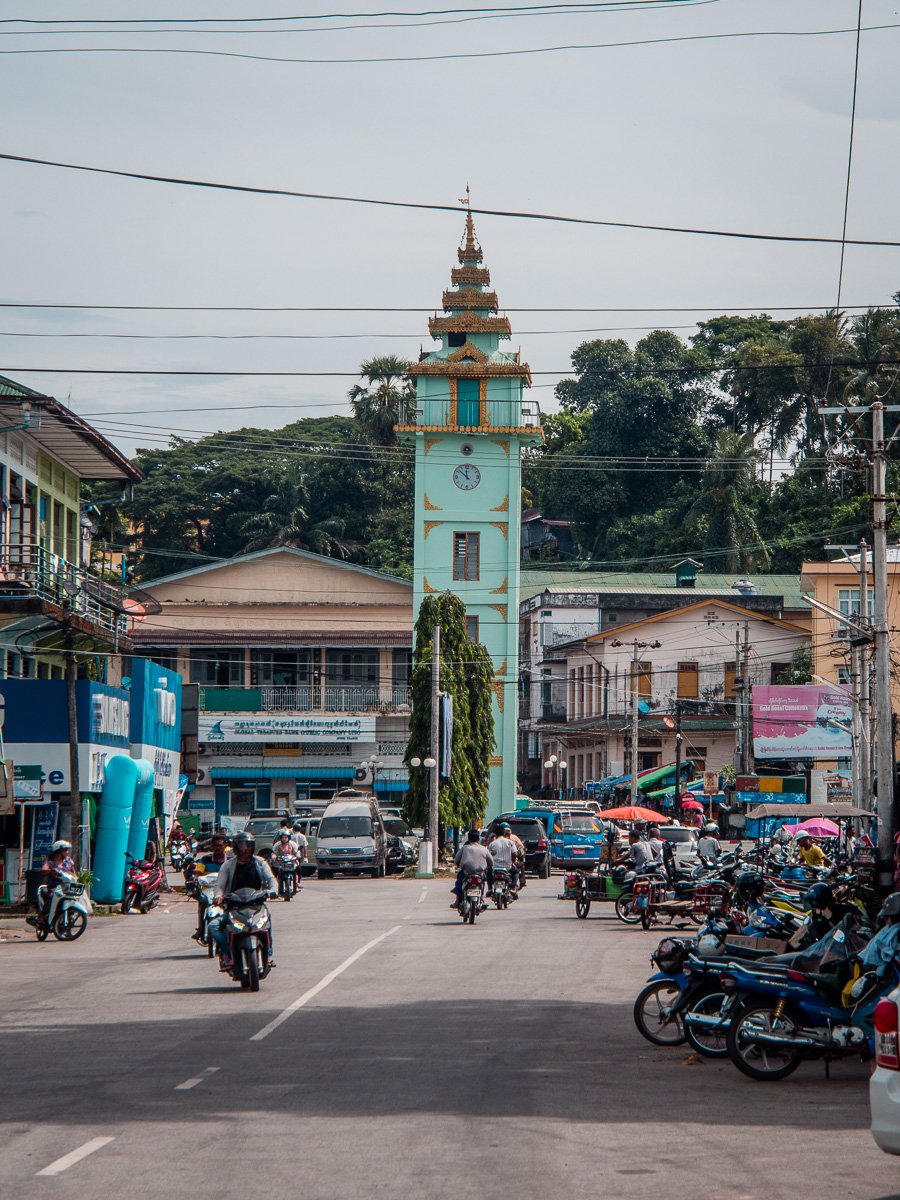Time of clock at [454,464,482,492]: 11:52
